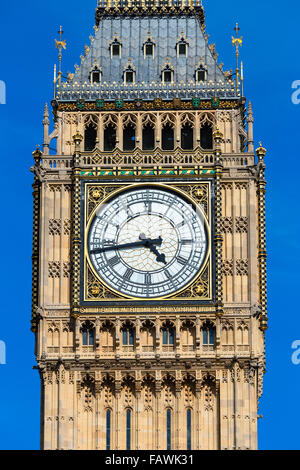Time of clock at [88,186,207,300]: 4:43
